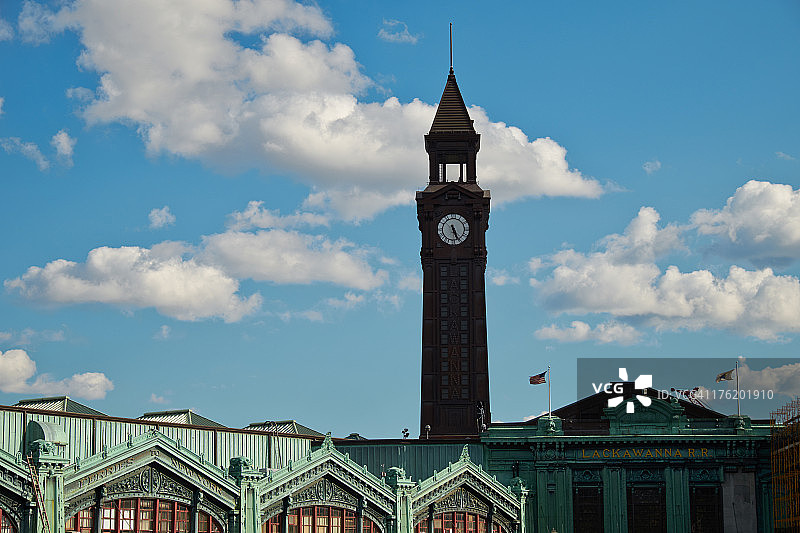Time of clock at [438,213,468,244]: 5:26
